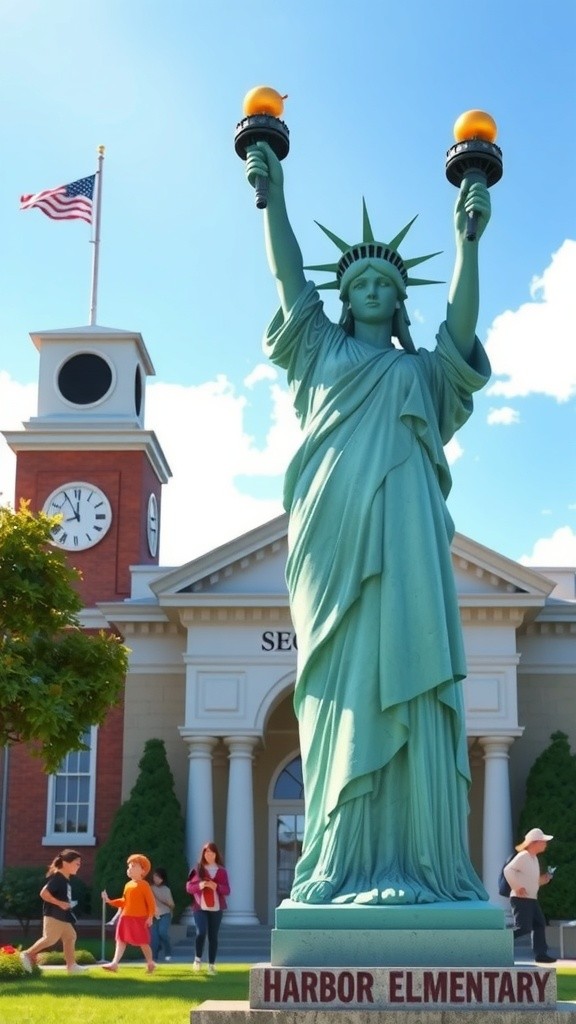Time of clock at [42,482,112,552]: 11:55
